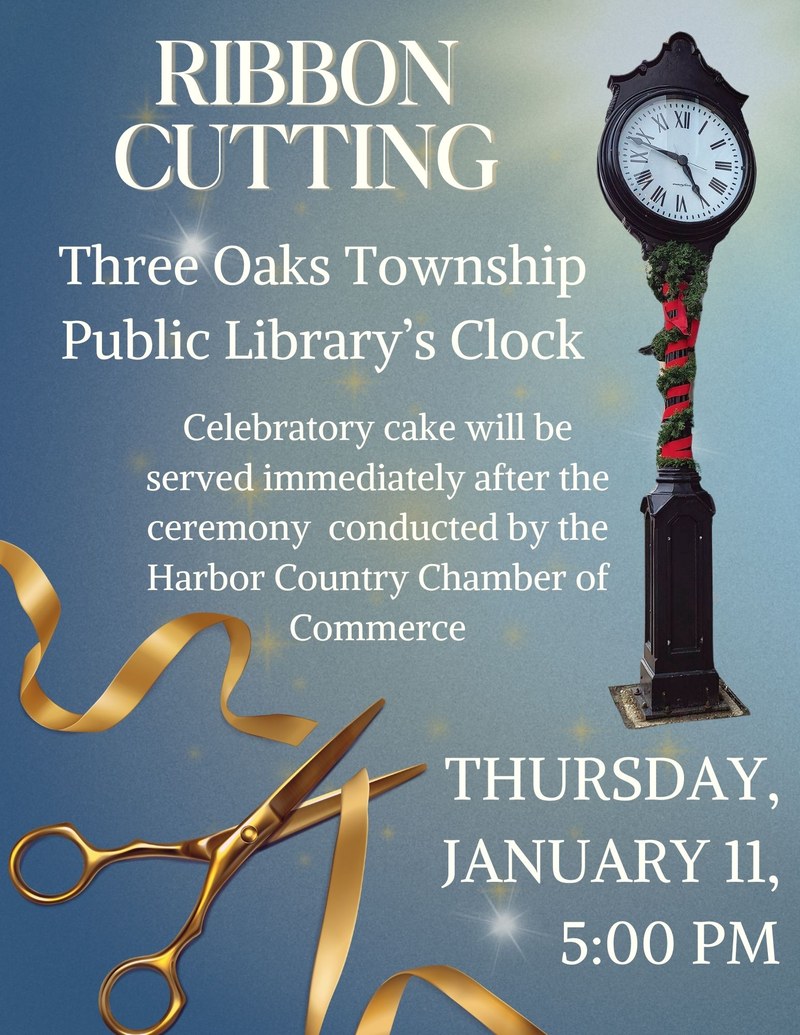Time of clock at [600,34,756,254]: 4:48
